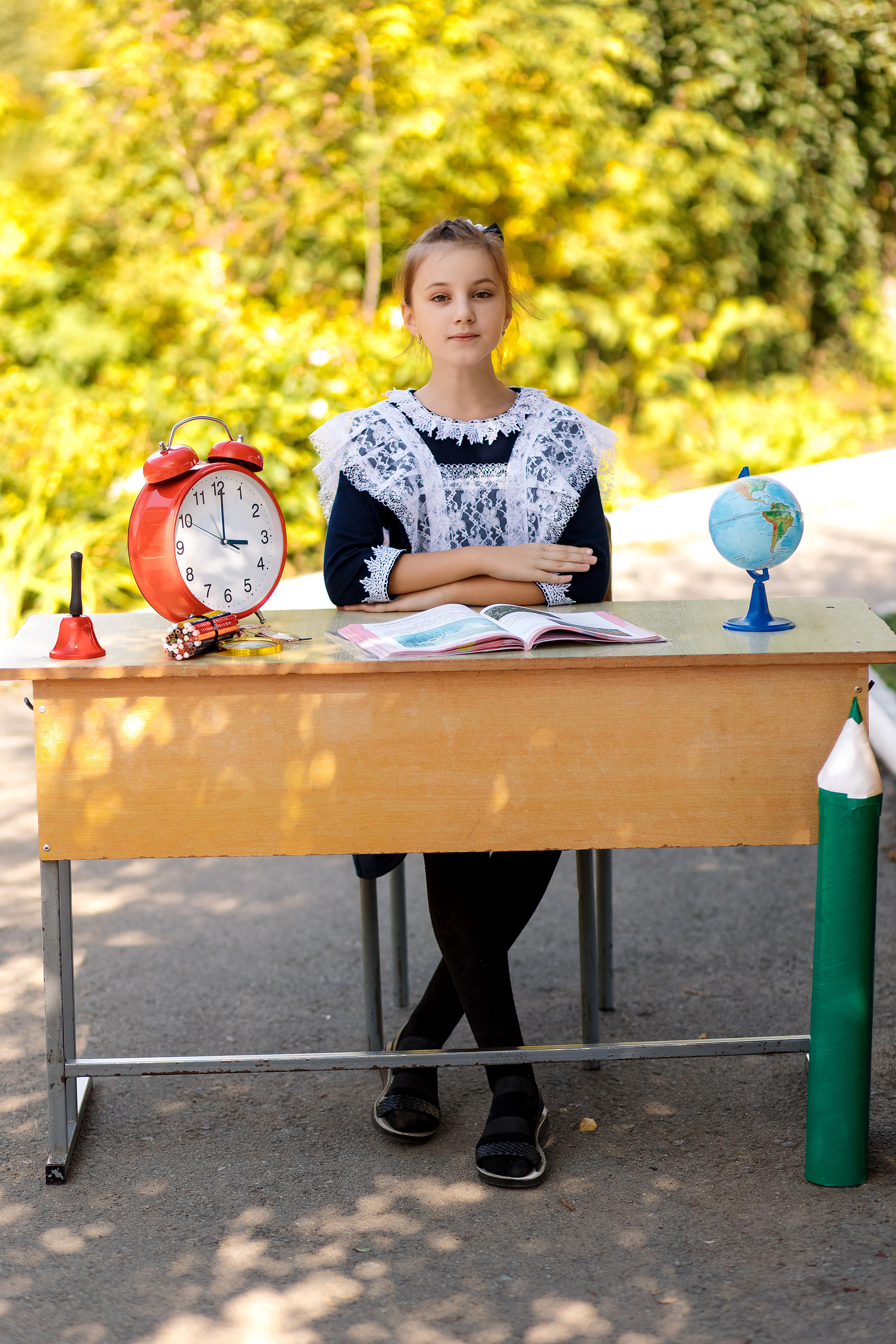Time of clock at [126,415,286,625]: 3:00
